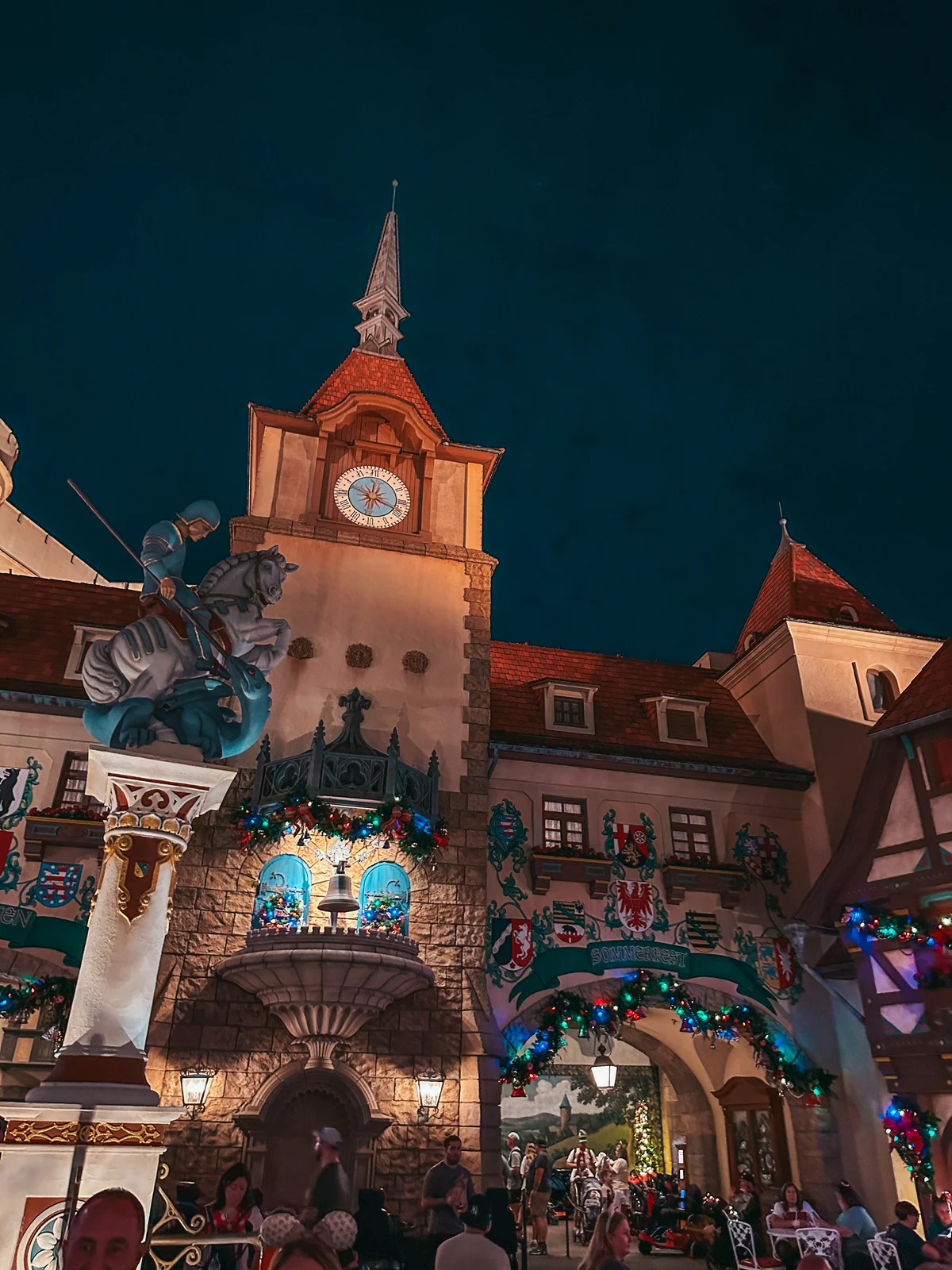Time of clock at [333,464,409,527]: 12:18
